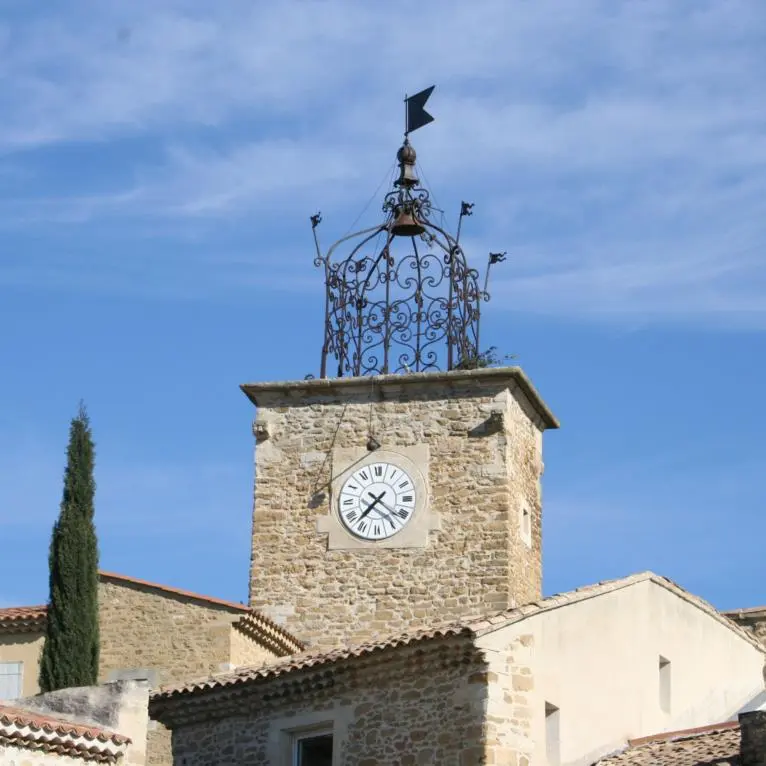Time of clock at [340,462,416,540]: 7:21
